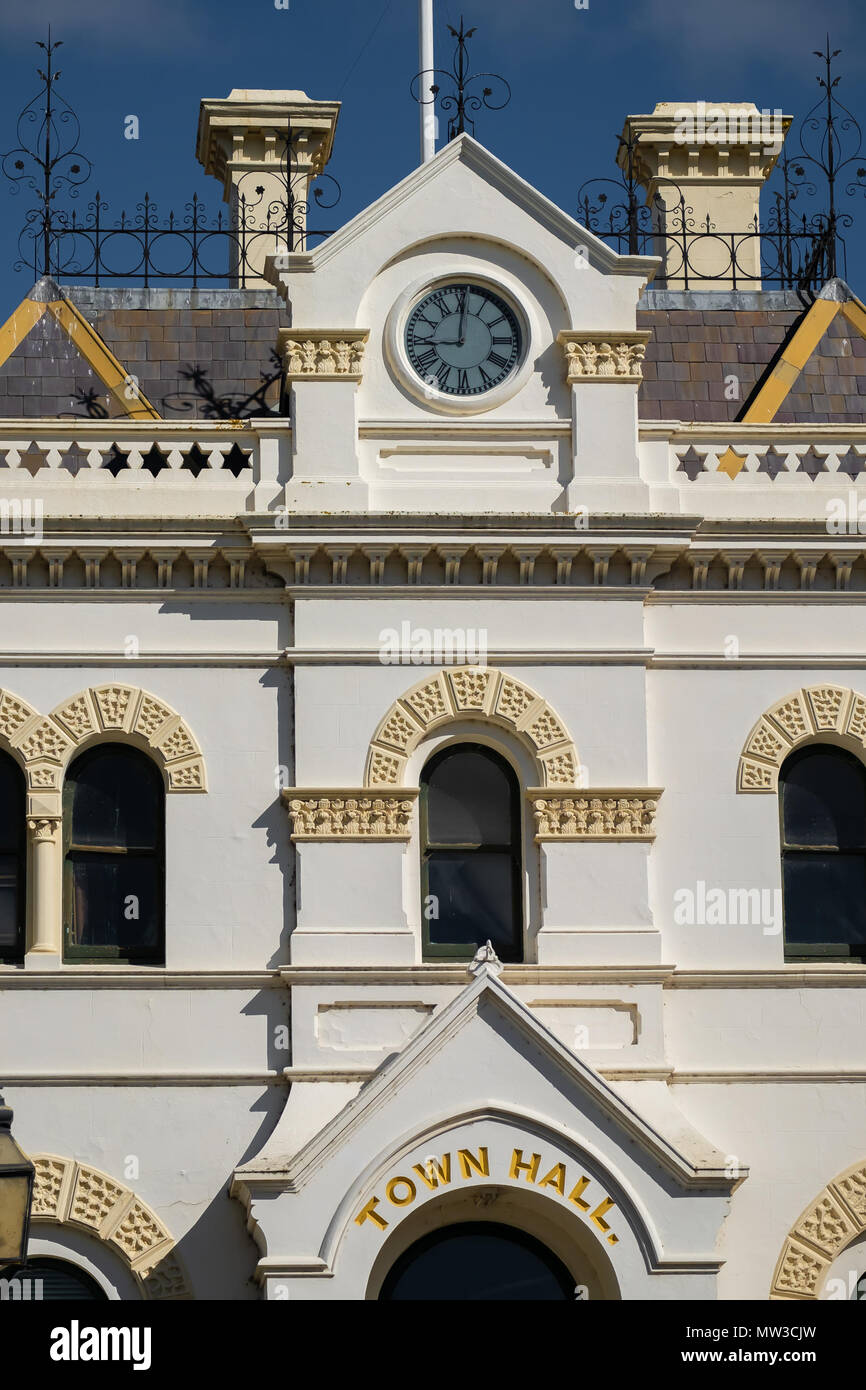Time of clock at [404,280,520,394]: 9:00
